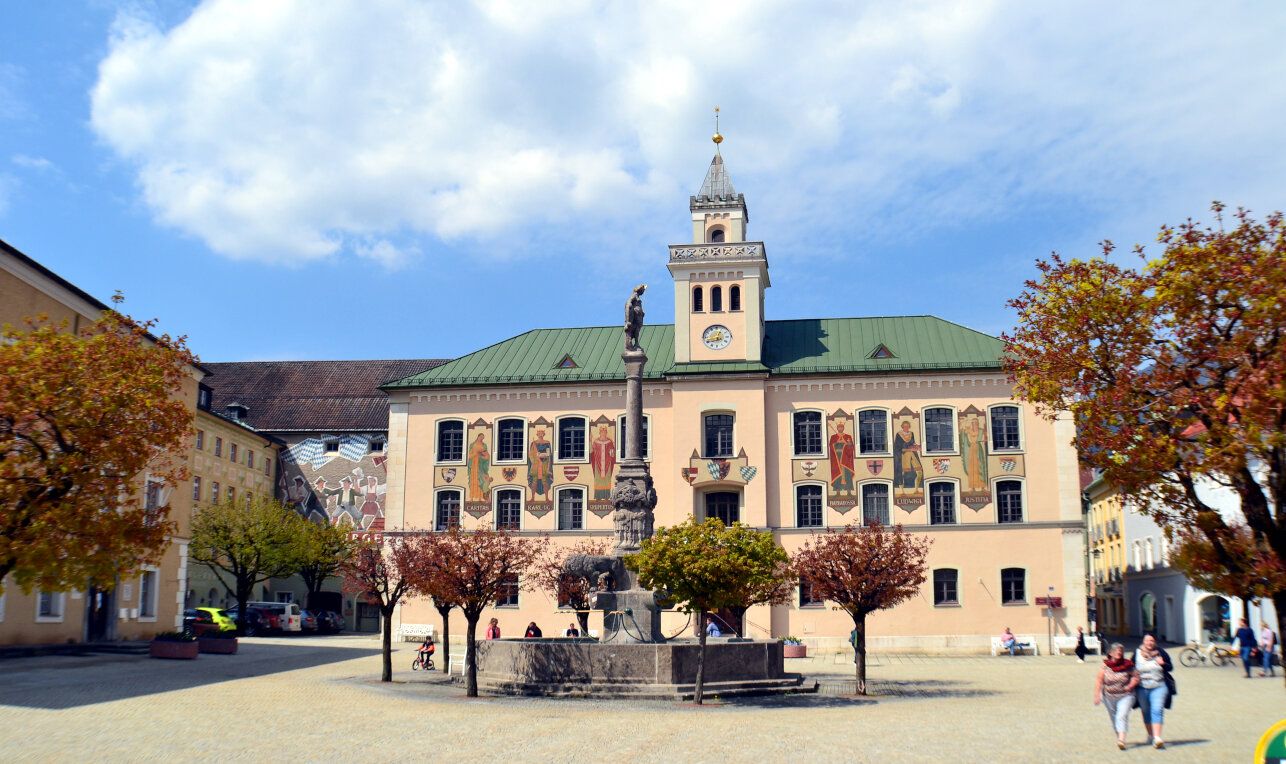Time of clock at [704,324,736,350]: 12:42
